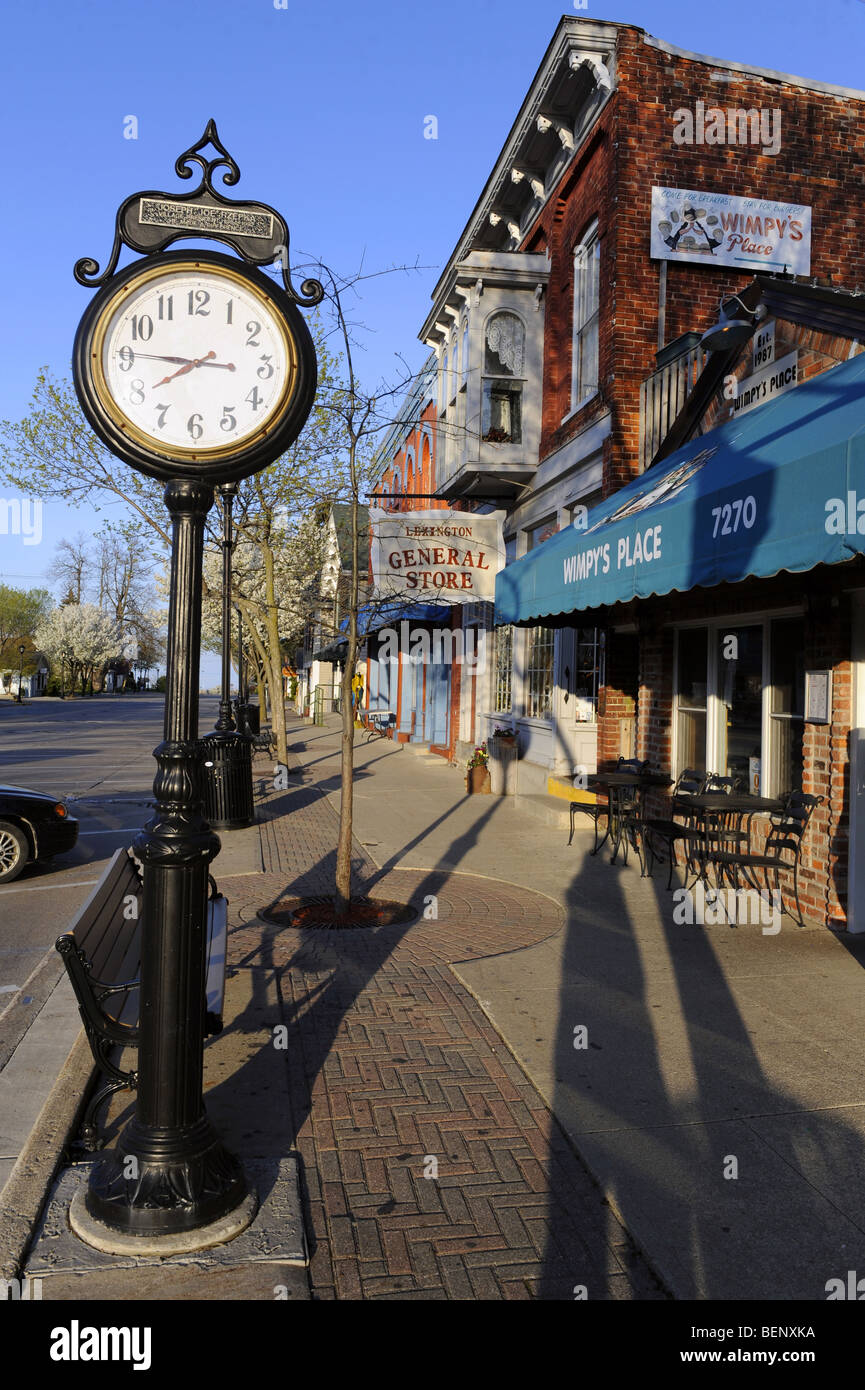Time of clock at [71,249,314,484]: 7:45
